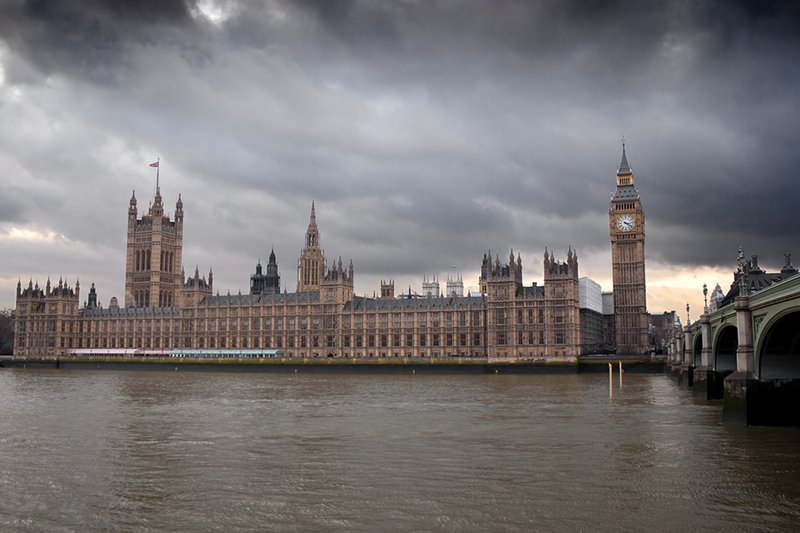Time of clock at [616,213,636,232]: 3:21
